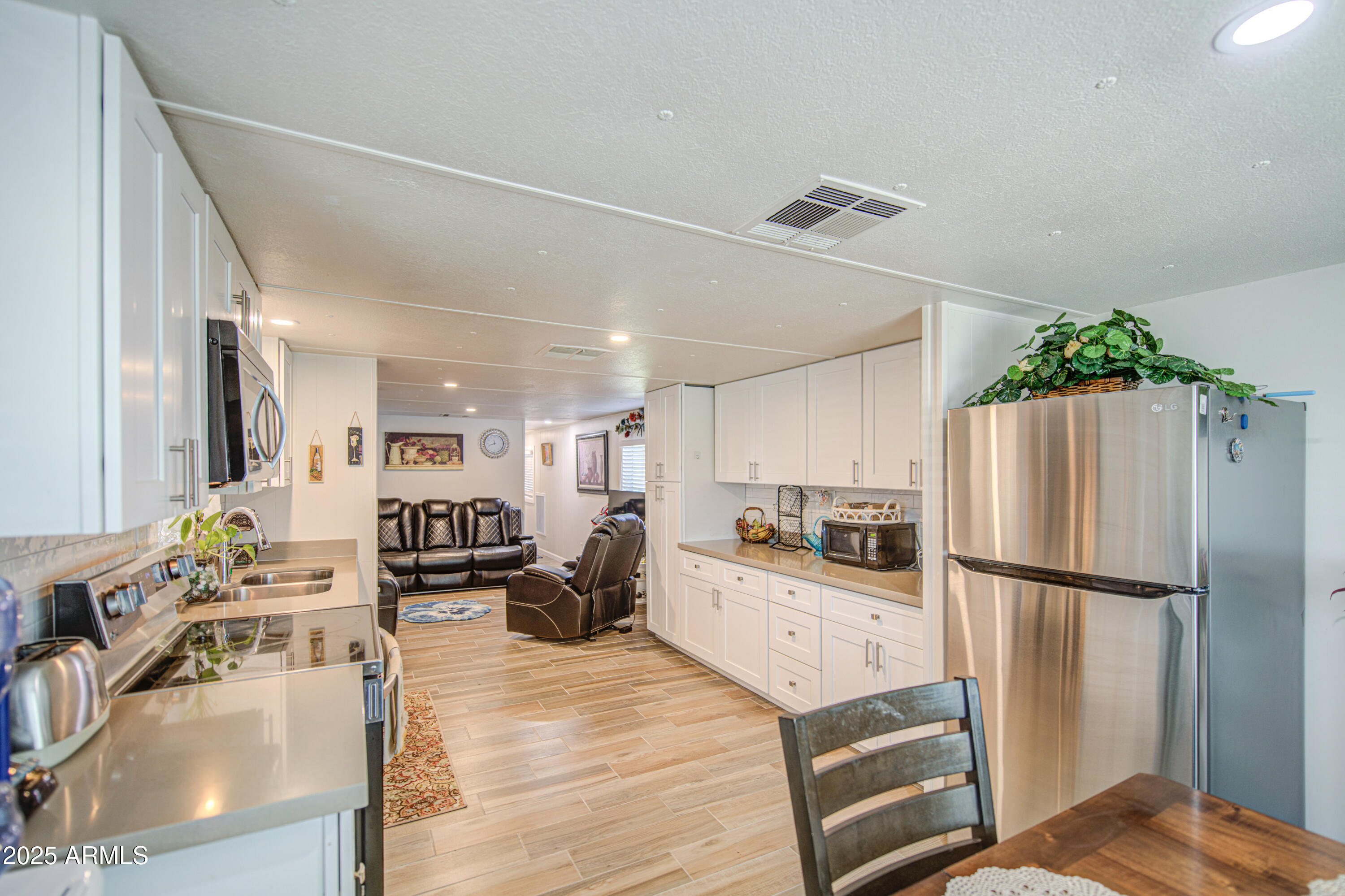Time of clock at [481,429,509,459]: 11:42
